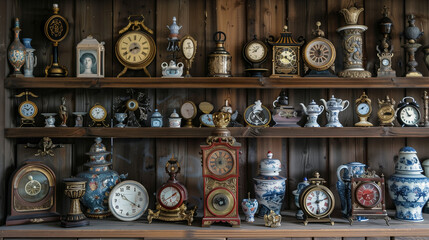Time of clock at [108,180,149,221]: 10:20
